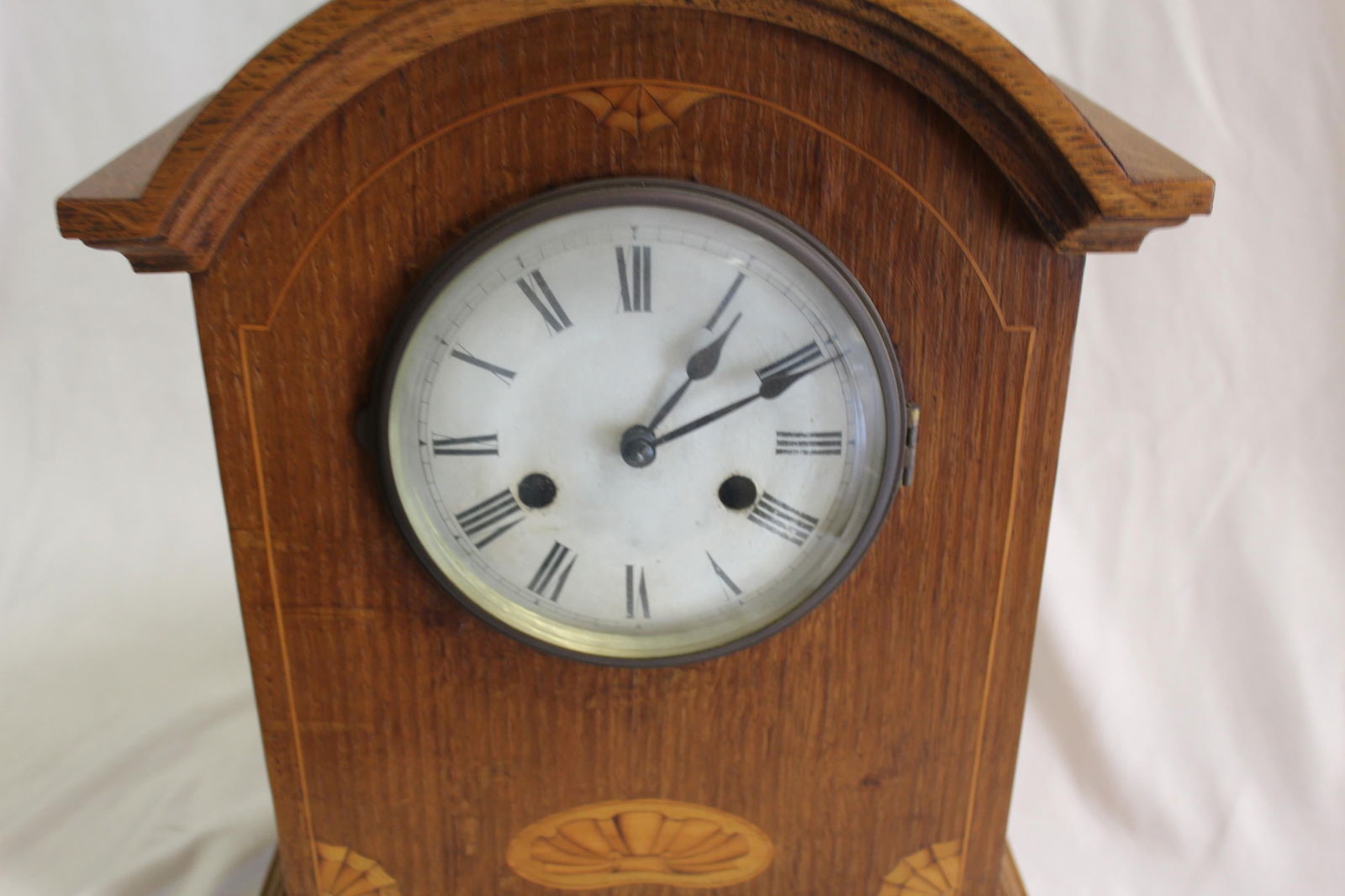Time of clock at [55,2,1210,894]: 1:10
